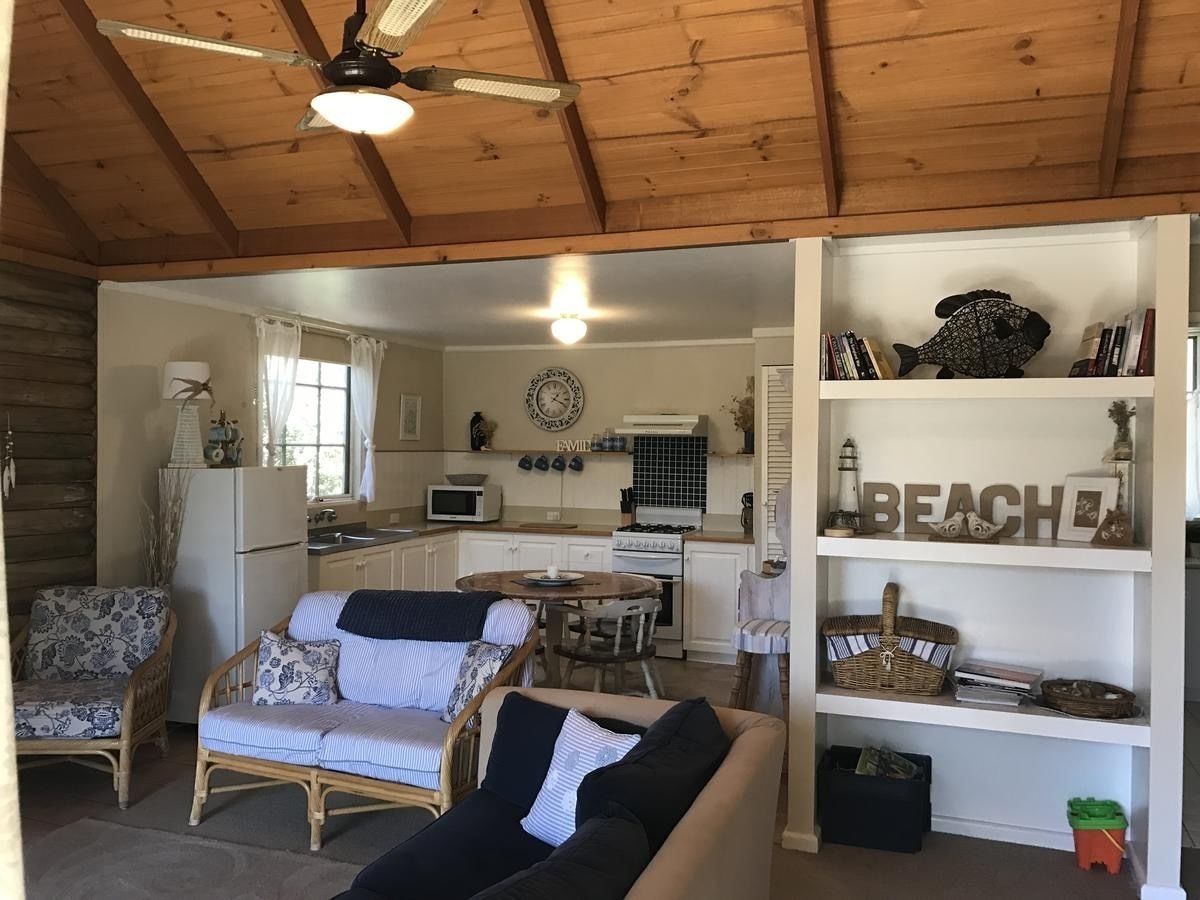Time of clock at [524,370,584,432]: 1:18
